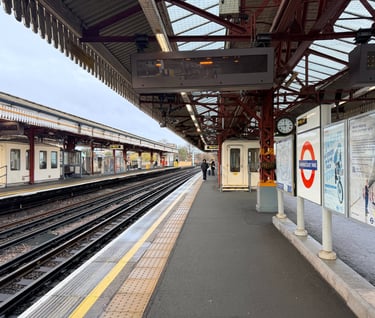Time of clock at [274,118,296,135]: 8:59
